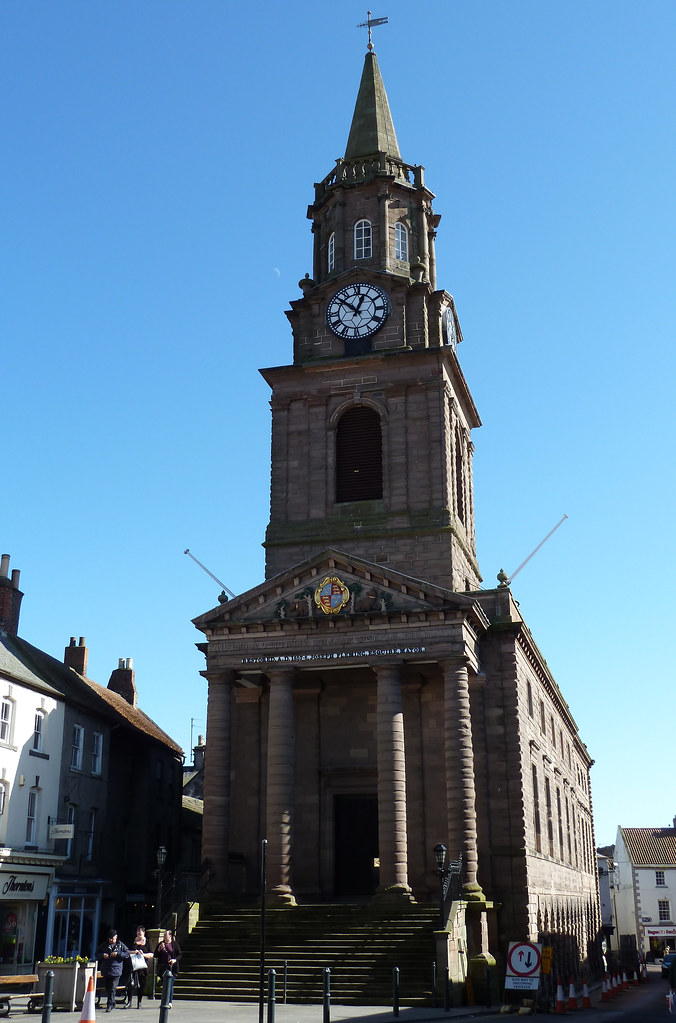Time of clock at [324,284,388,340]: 12:52
